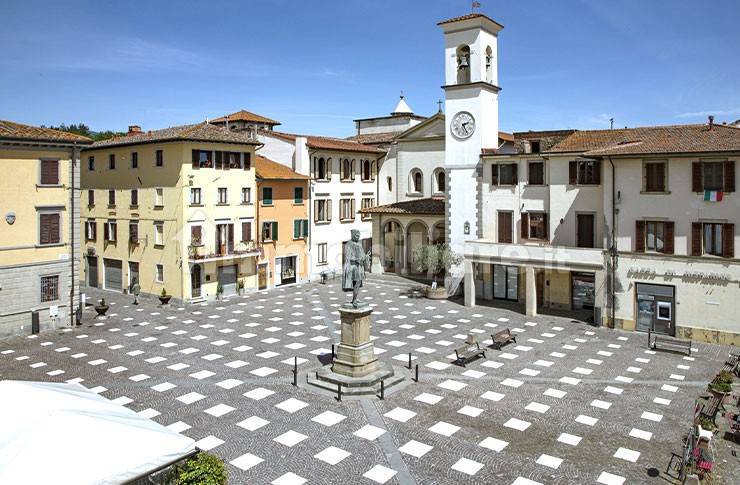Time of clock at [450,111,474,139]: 2:25
